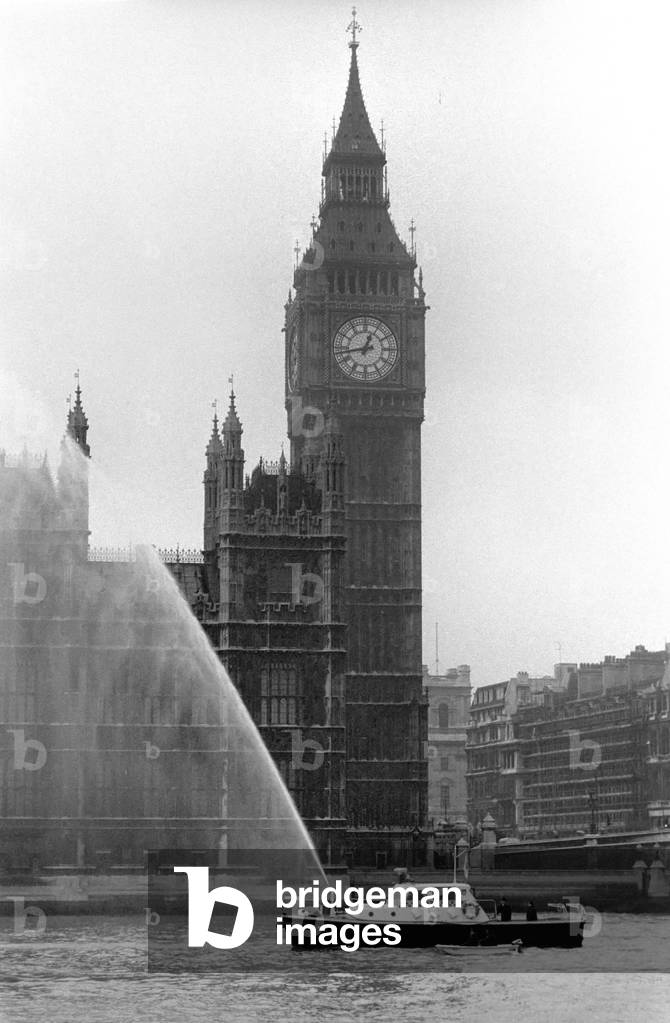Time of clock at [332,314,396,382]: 12:43
